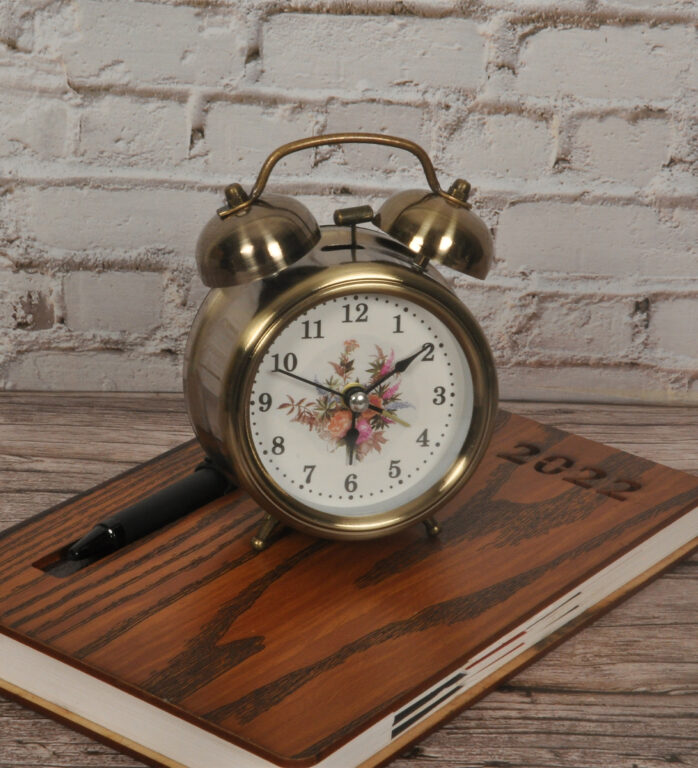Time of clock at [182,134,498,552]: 6:09
